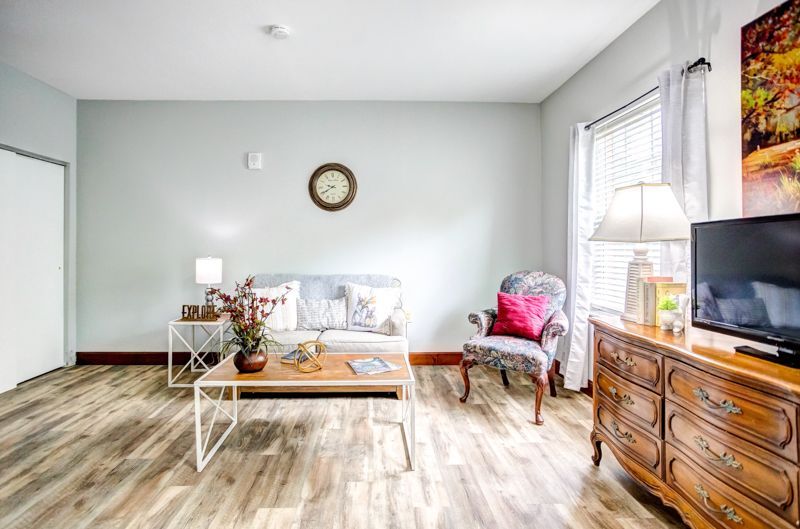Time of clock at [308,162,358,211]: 9:40
